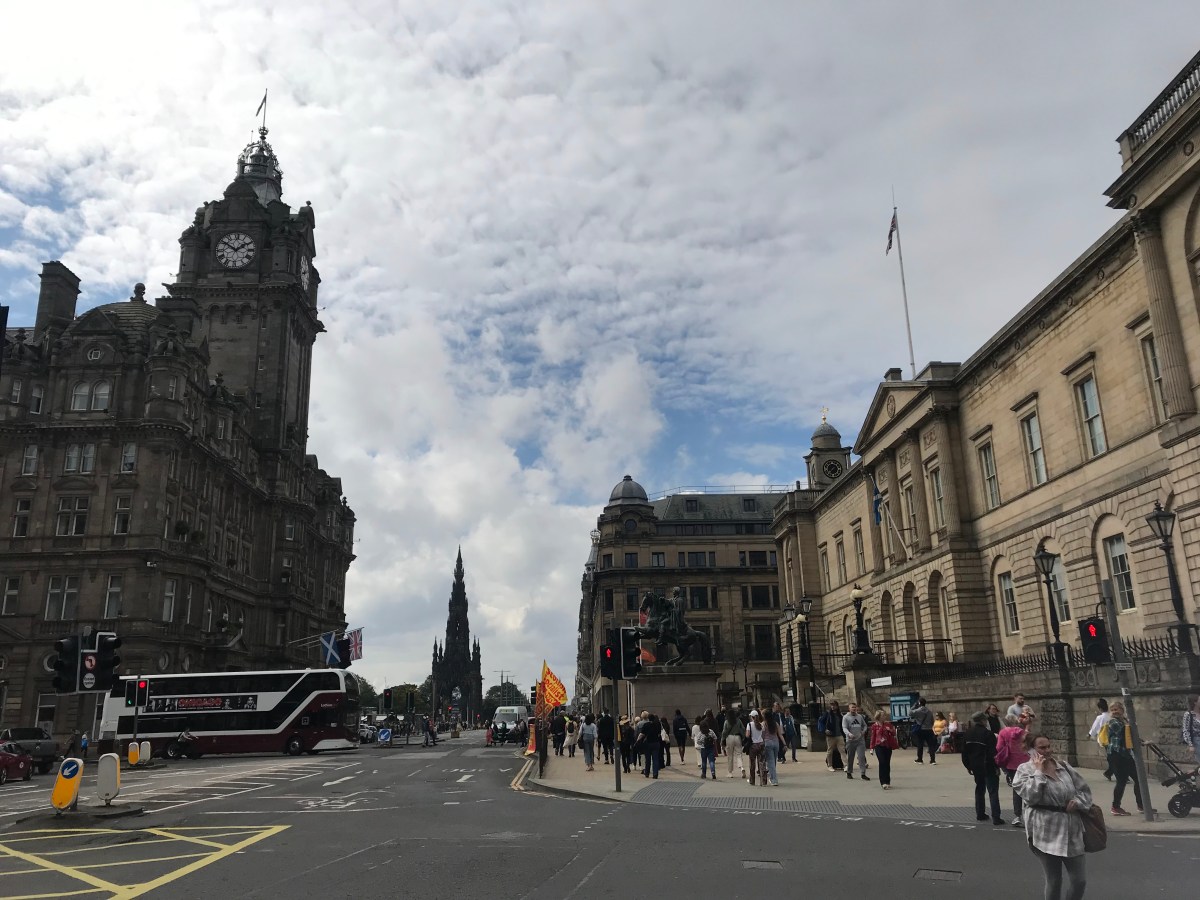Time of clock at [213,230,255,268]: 1:50
